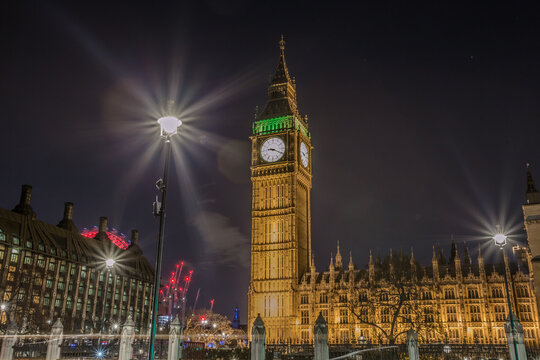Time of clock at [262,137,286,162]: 9:19
